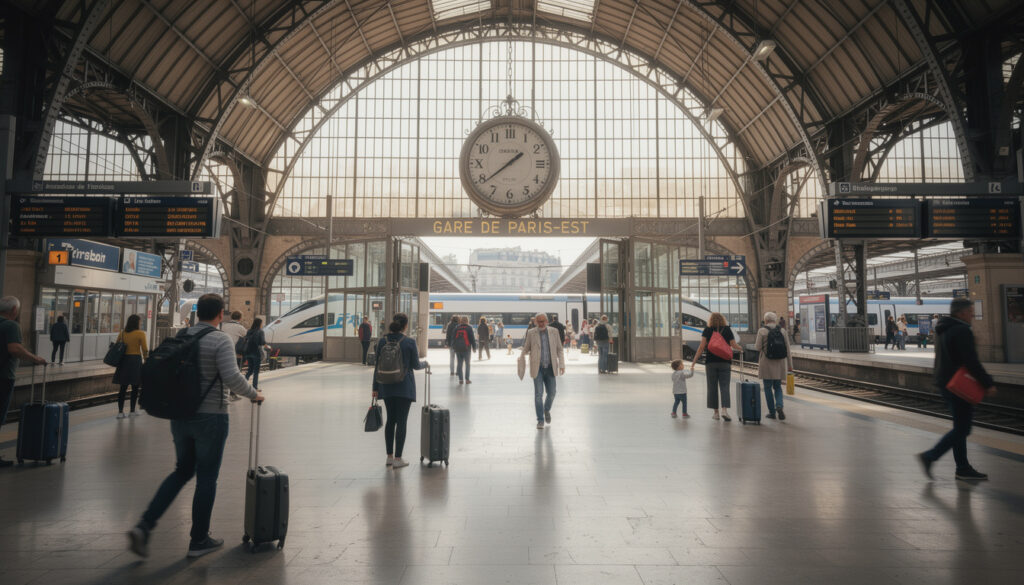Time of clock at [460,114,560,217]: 1:38
